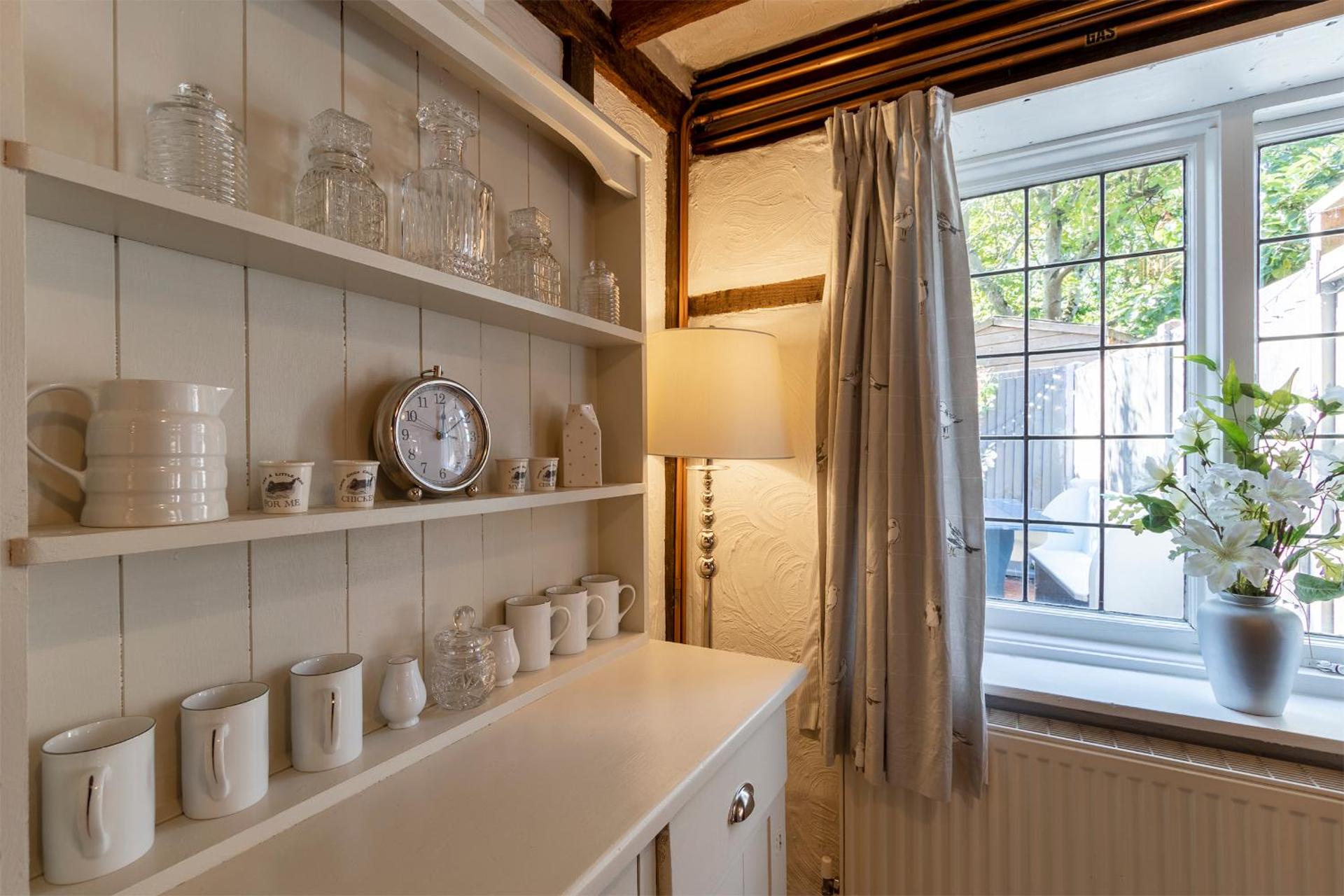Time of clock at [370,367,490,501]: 12:09
